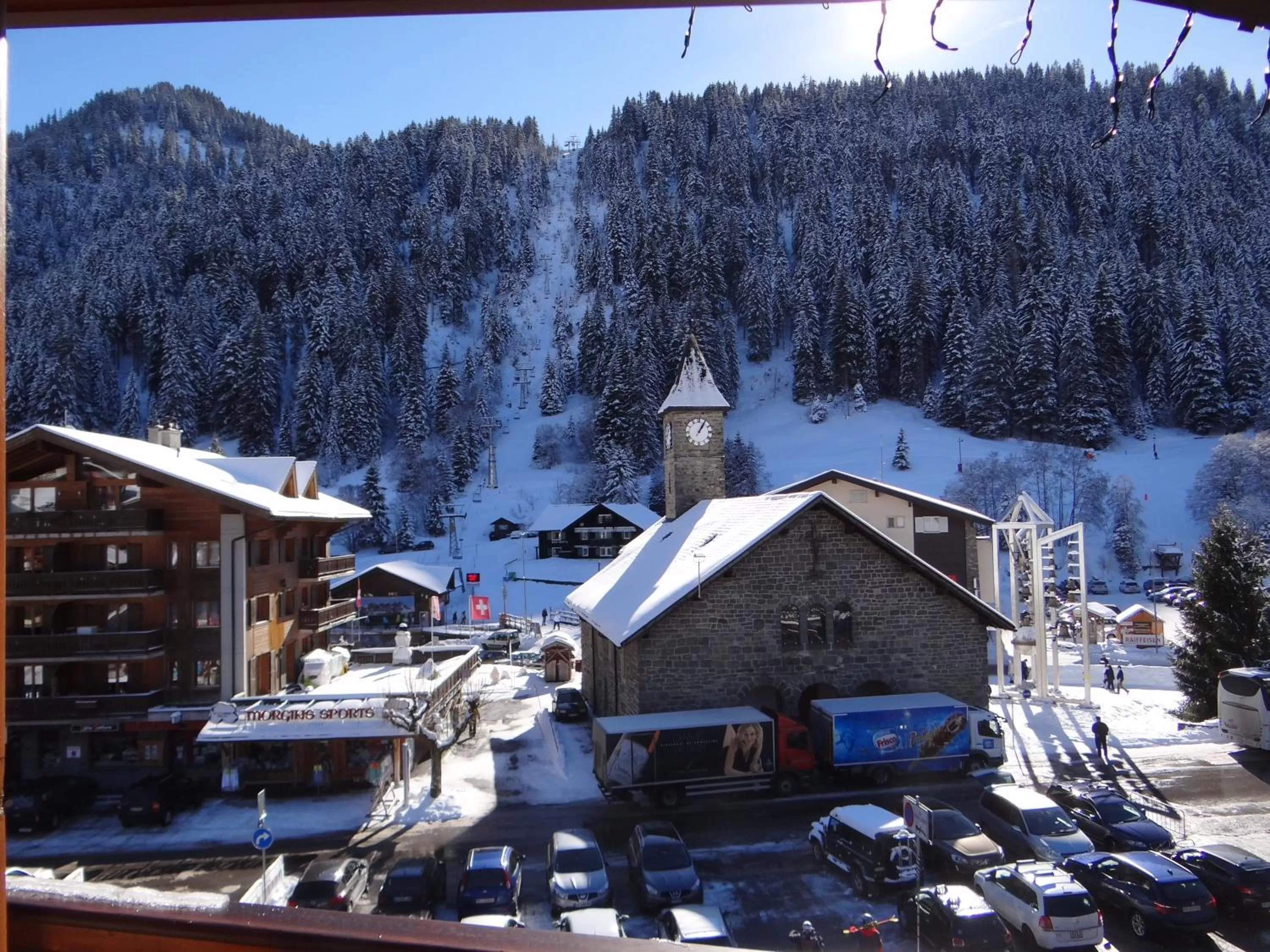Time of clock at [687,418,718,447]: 1:05
